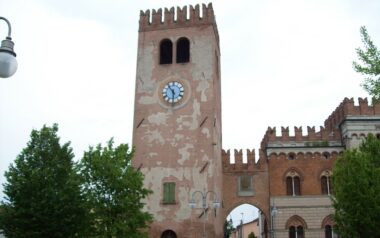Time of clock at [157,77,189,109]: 5:54
